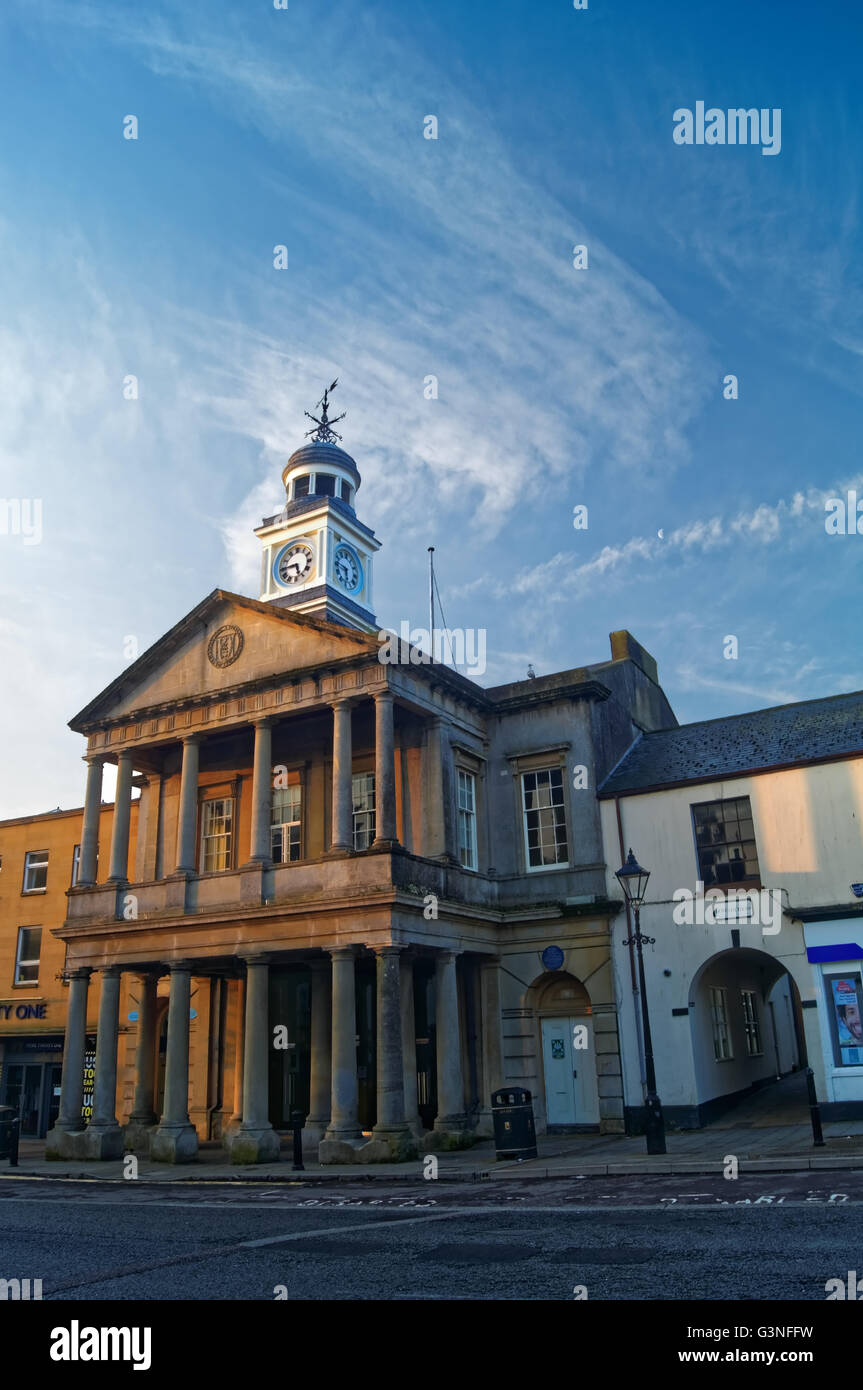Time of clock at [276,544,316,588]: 5:44
